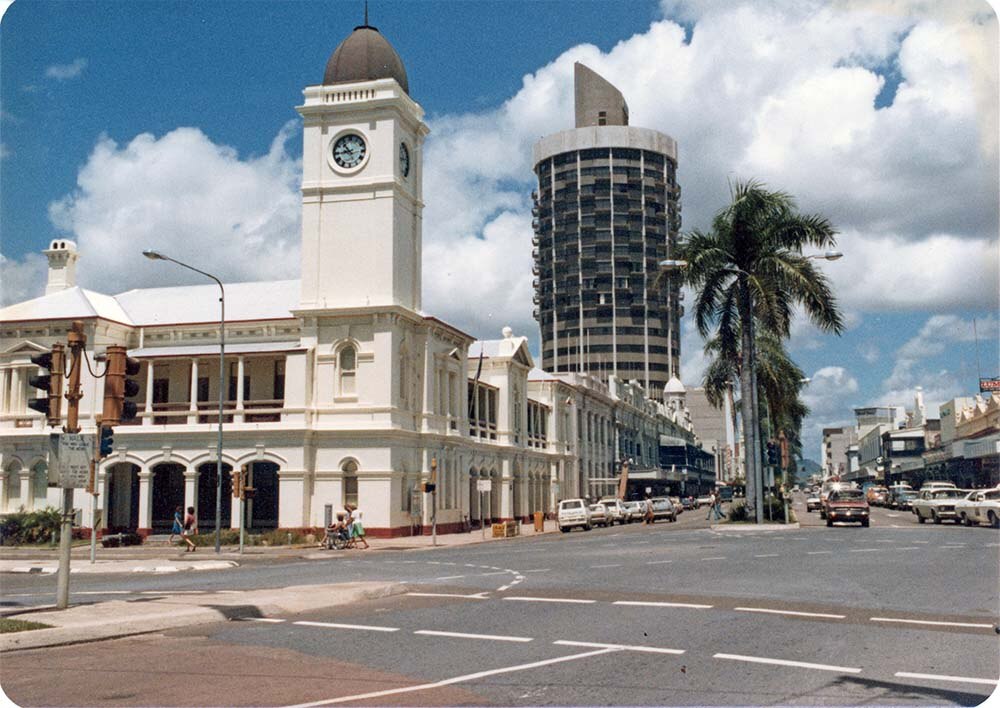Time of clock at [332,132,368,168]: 8:53
